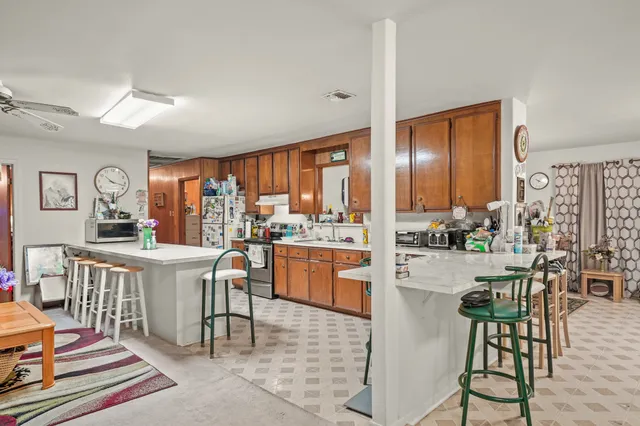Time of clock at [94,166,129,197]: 10:17
